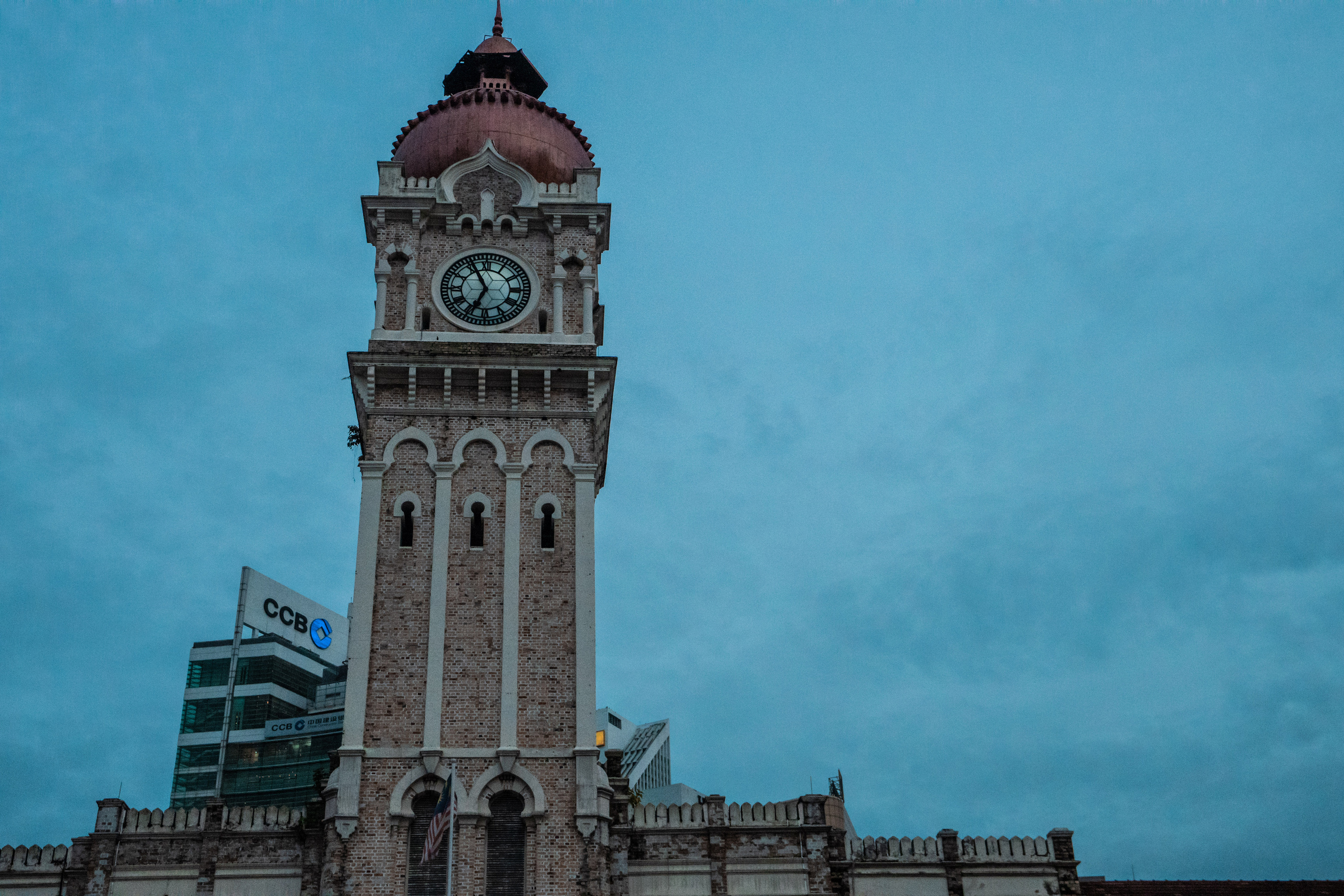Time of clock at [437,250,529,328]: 6:55
